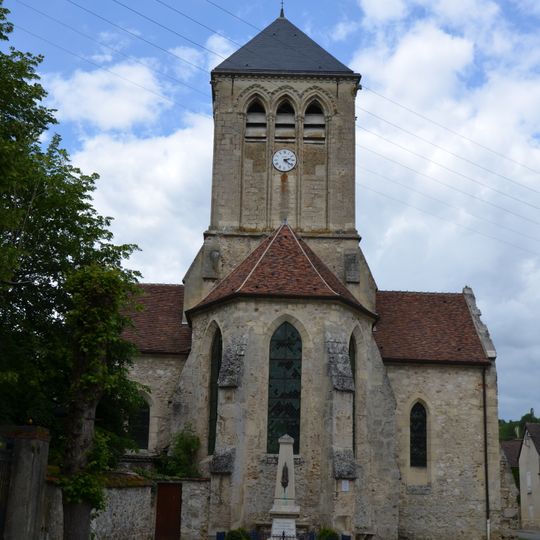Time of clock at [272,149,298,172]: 2:21
